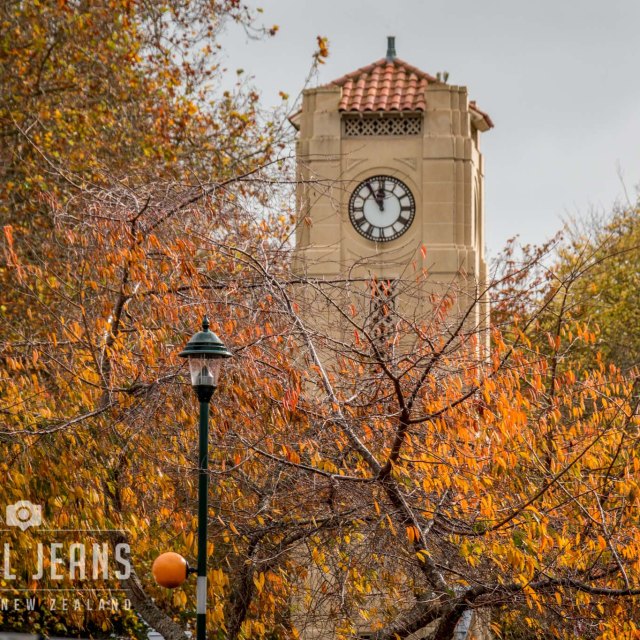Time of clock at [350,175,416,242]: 11:54
